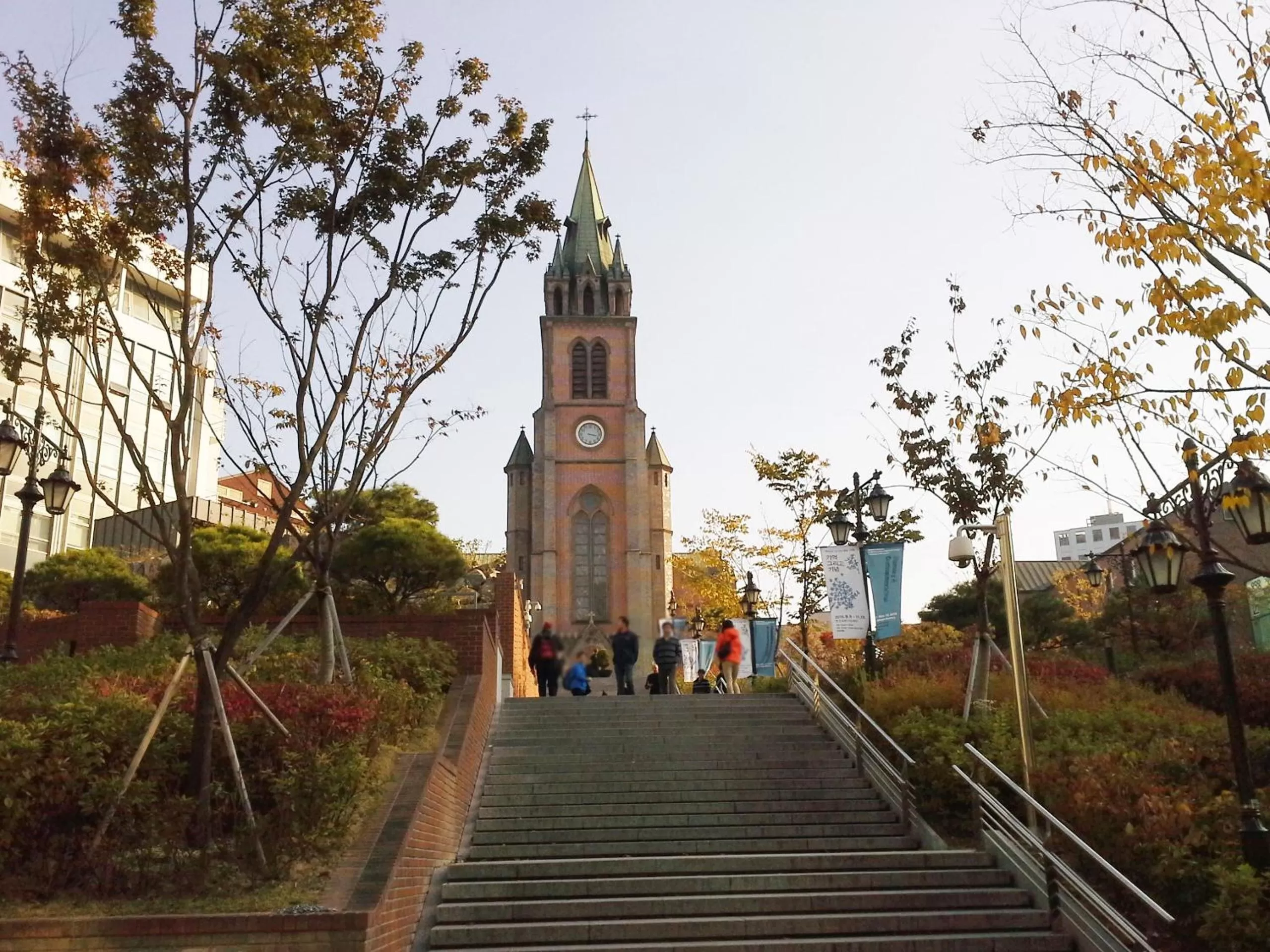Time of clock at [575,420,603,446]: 3:17
